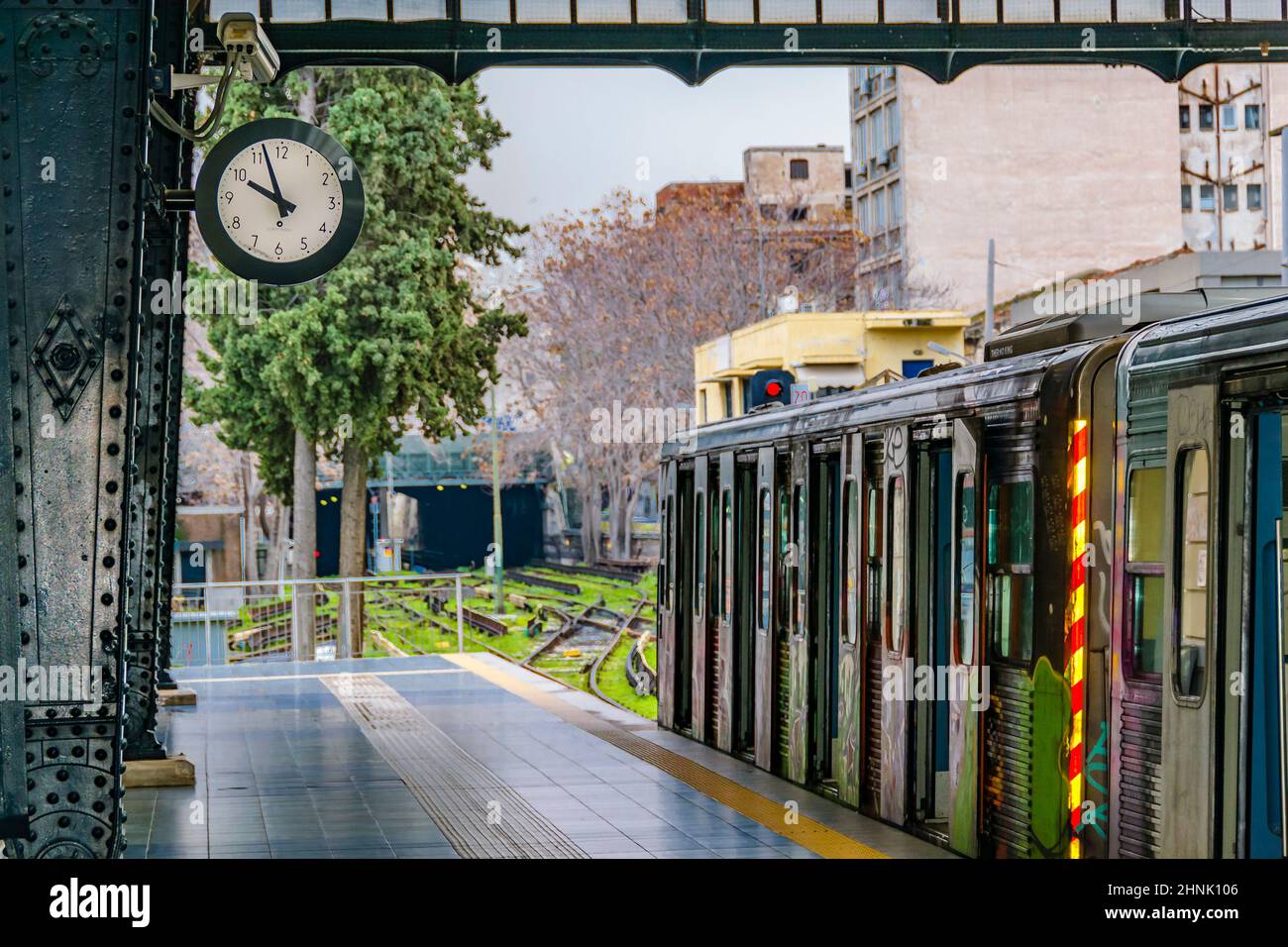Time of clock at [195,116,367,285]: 9:57
